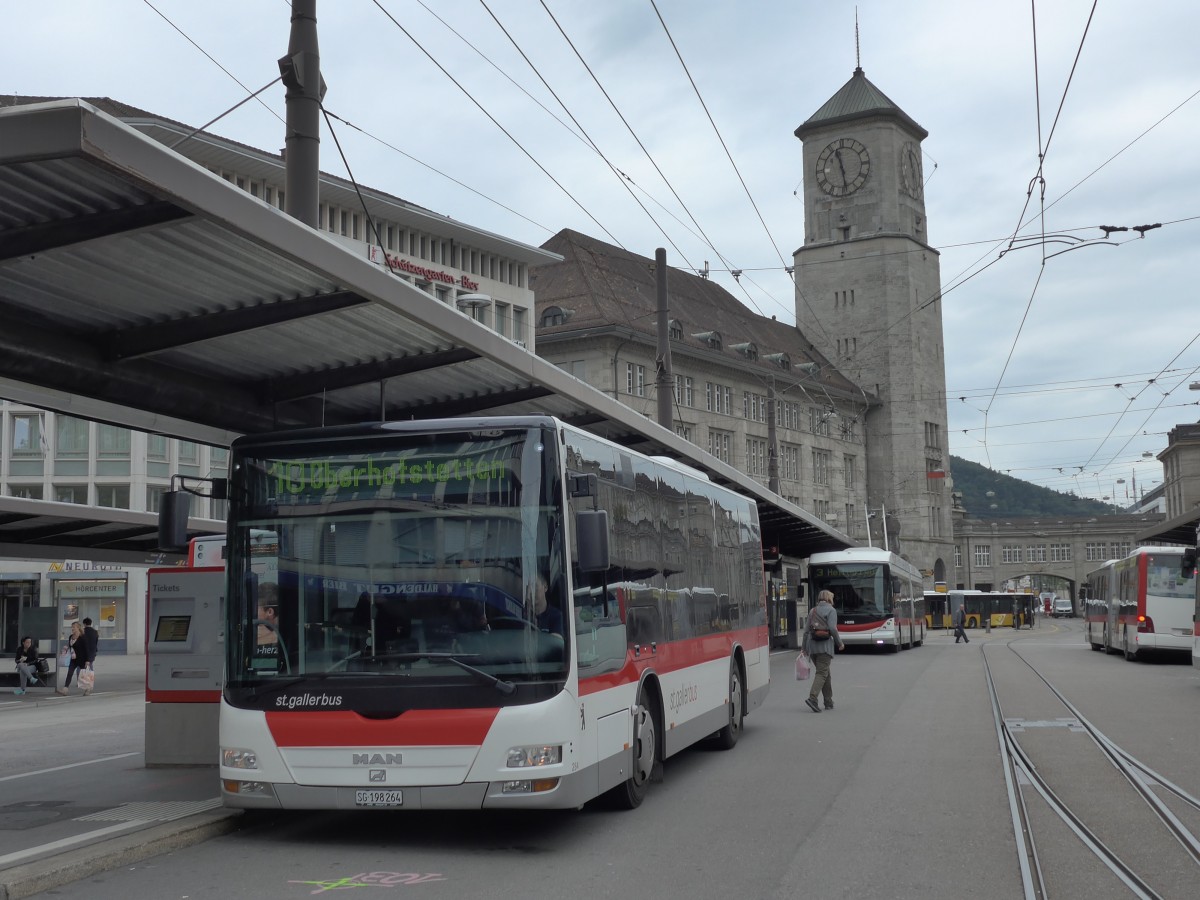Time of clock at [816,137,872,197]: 11:28
